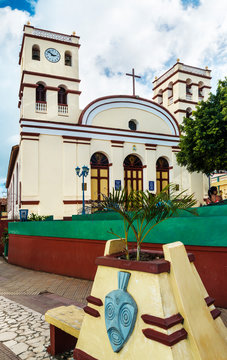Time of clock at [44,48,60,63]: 2:52
